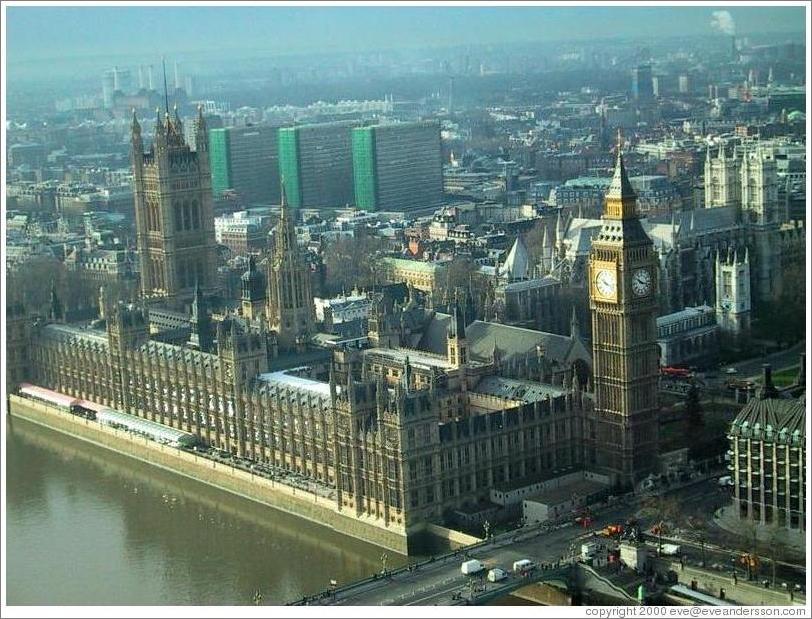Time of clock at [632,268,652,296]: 10:17
